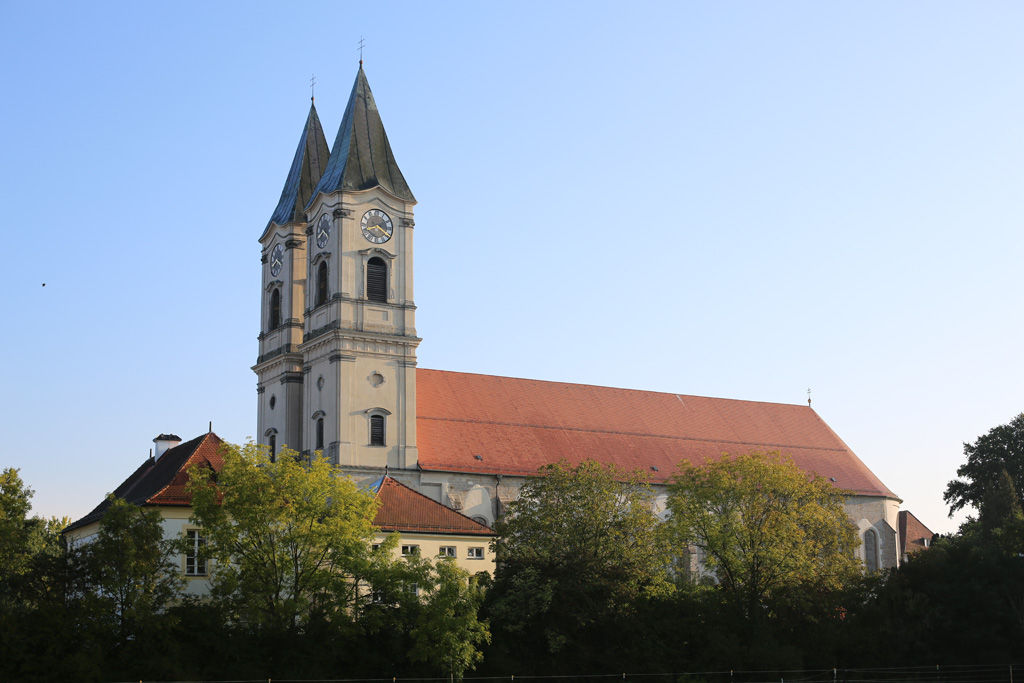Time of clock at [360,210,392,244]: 8:20
